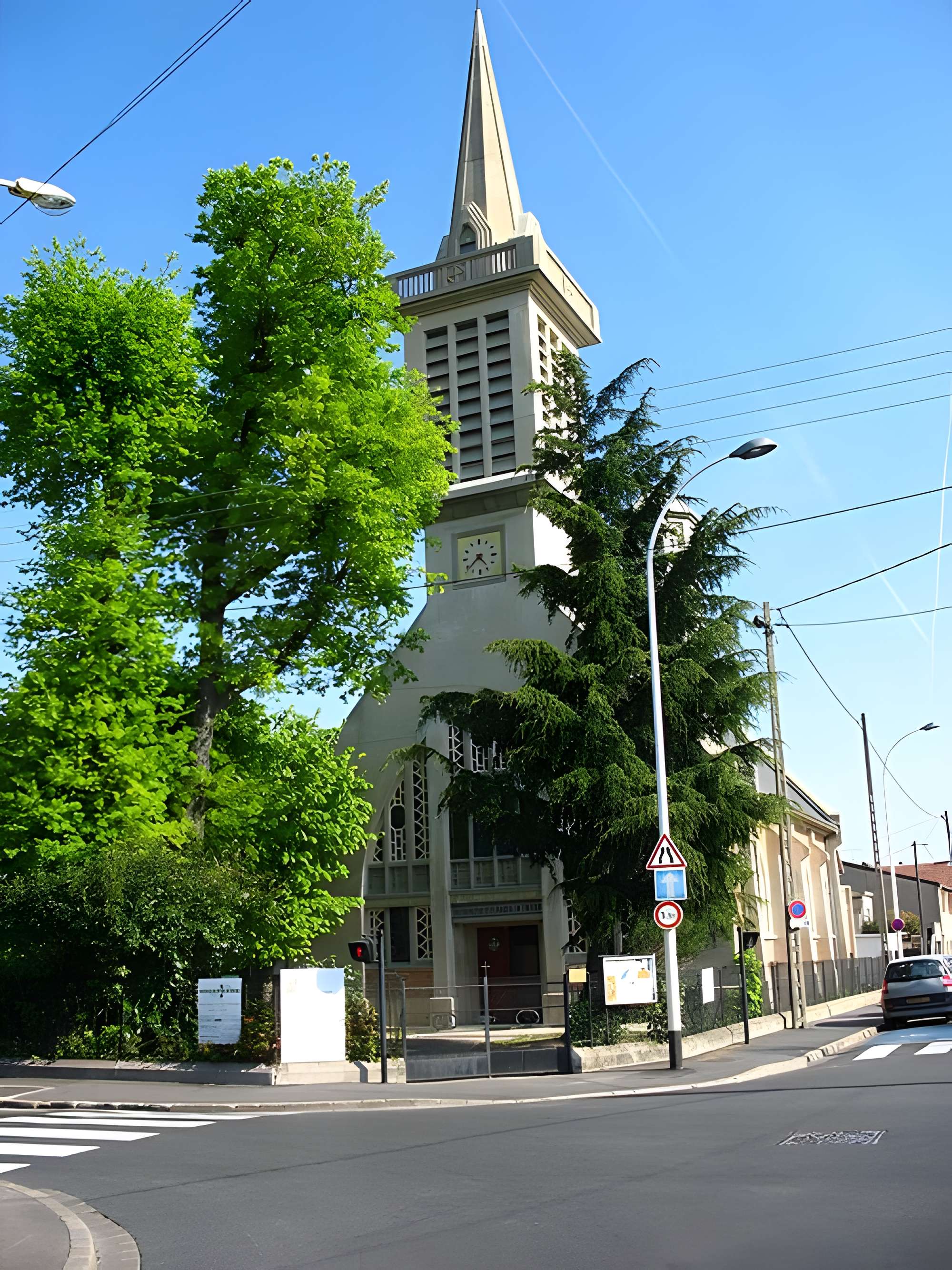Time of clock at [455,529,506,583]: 4:38
